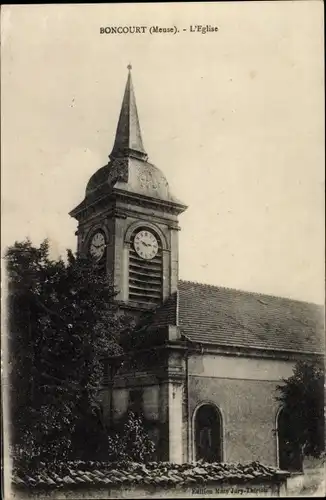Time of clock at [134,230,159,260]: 2:48
